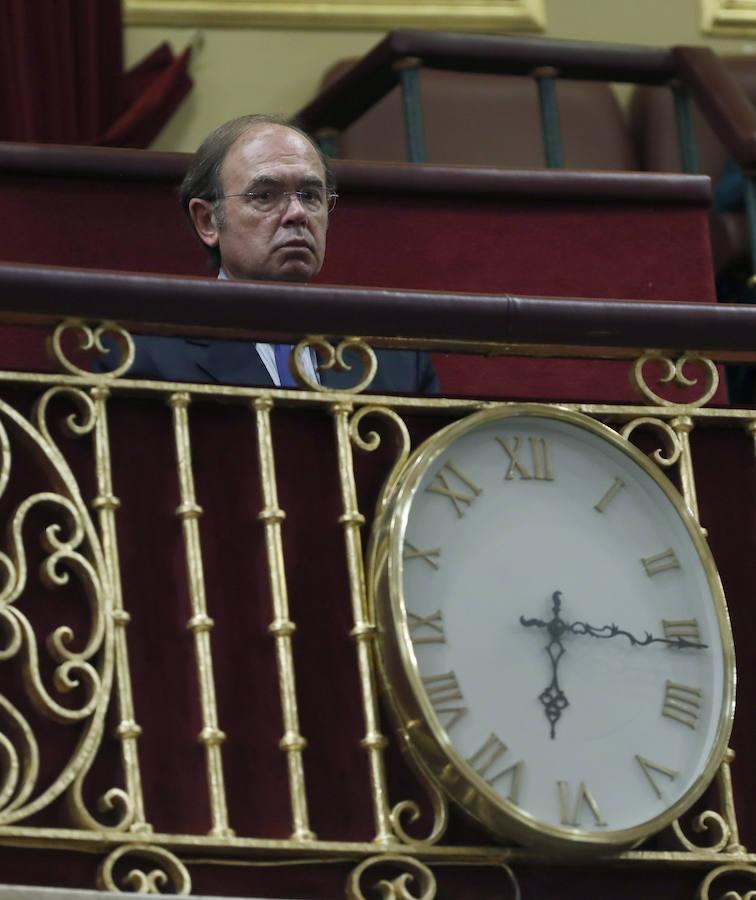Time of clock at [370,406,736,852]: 6:15
